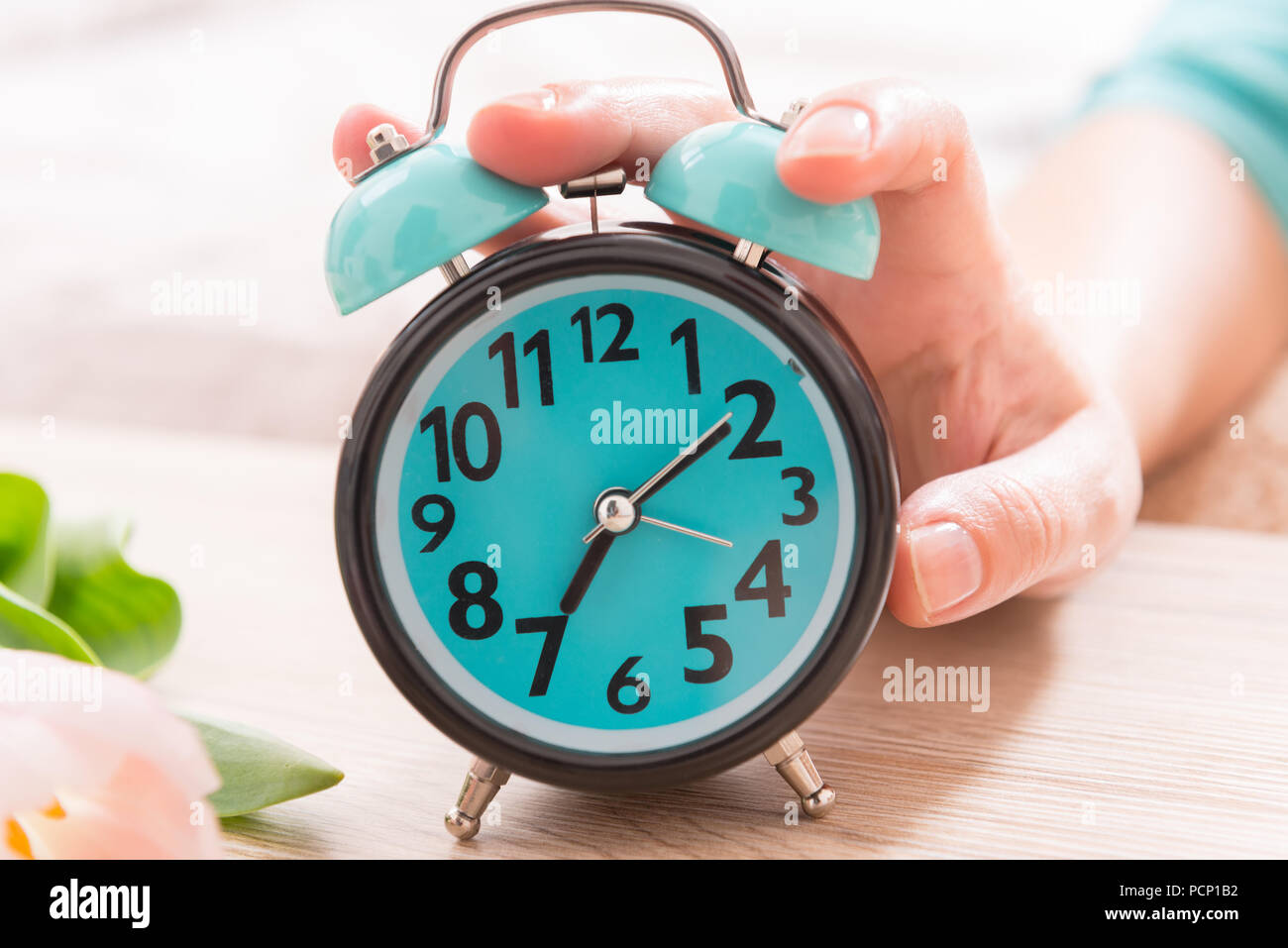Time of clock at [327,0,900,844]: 7:09
